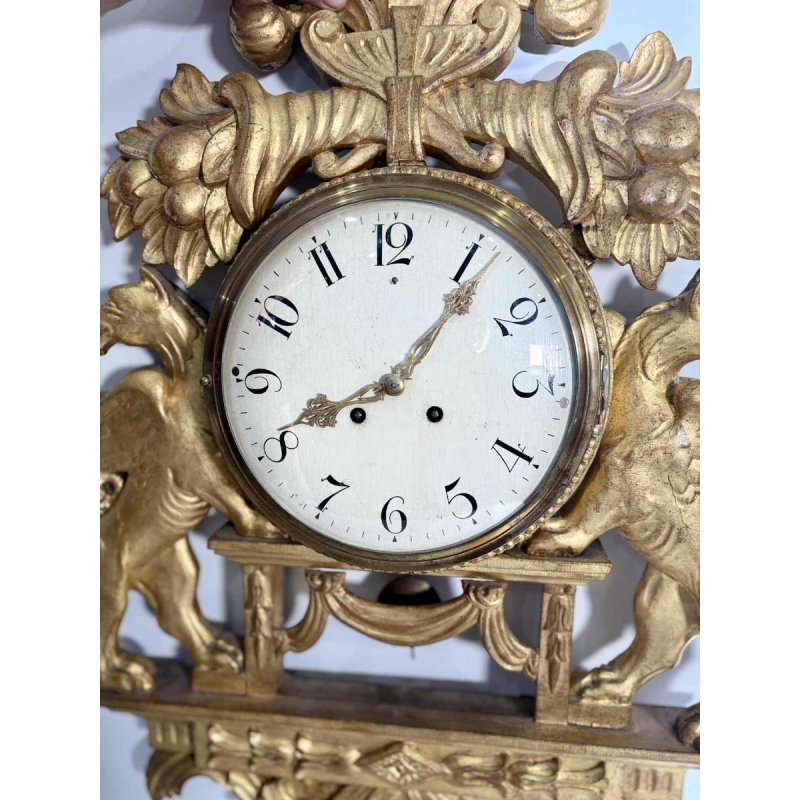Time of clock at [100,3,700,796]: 8:06
